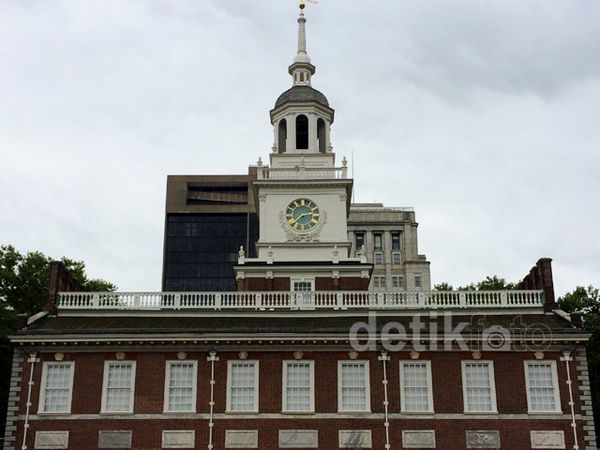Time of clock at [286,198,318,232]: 2:38
